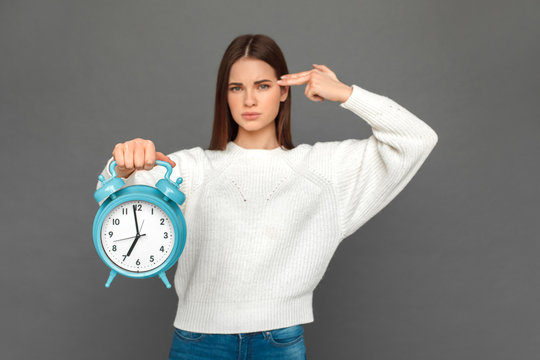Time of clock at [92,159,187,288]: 6:58
